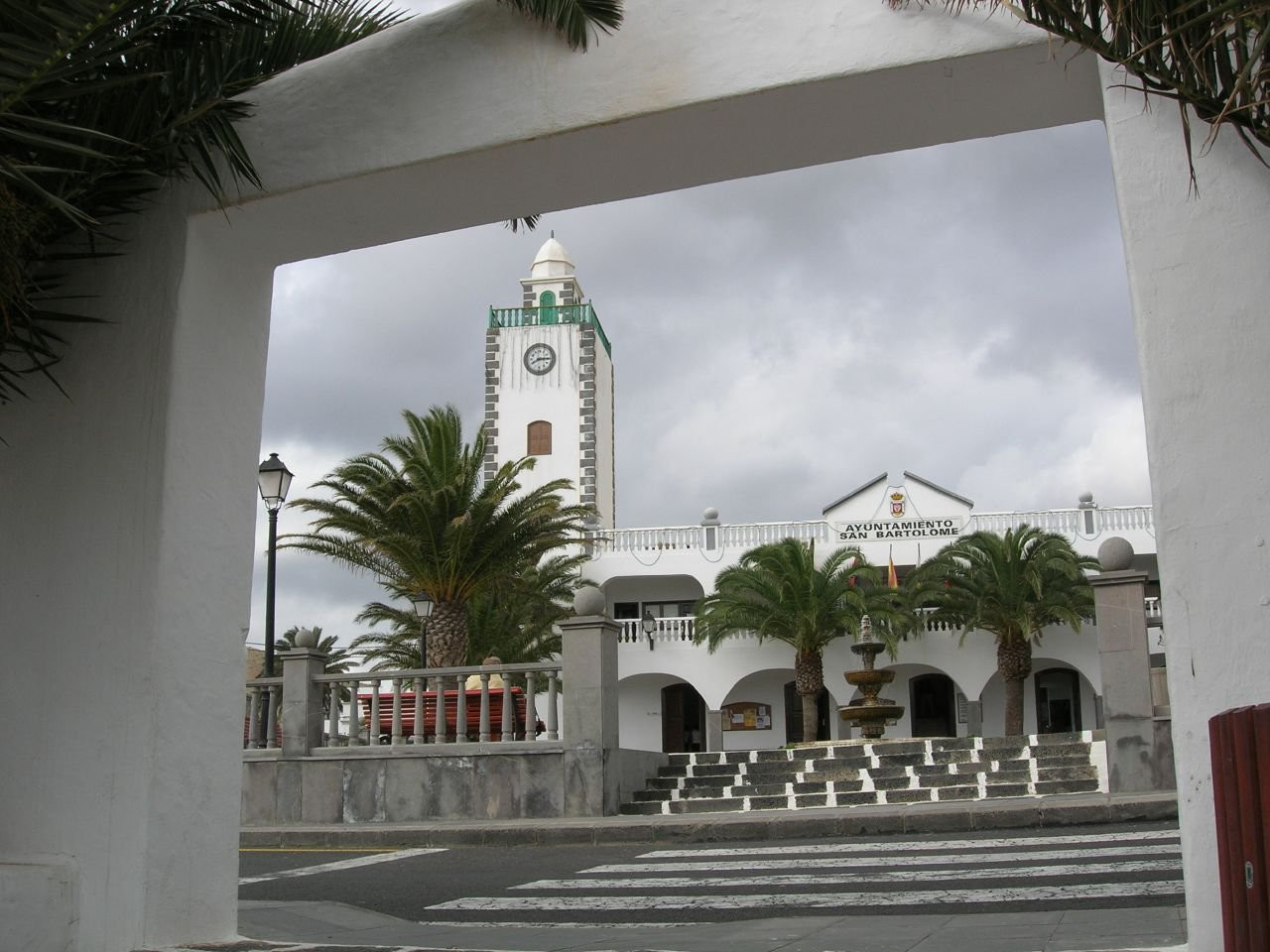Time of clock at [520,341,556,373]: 8:14
